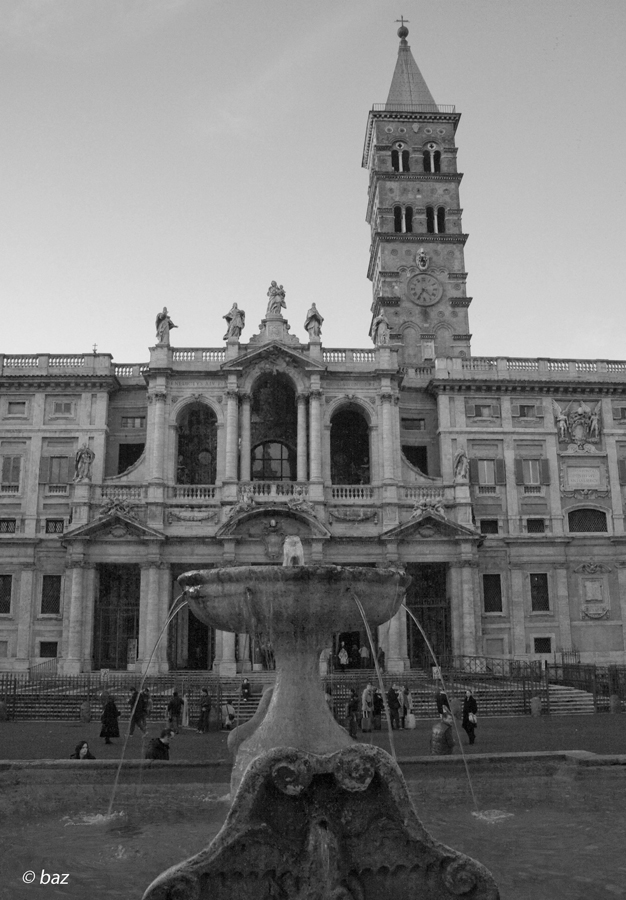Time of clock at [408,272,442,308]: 4:35
